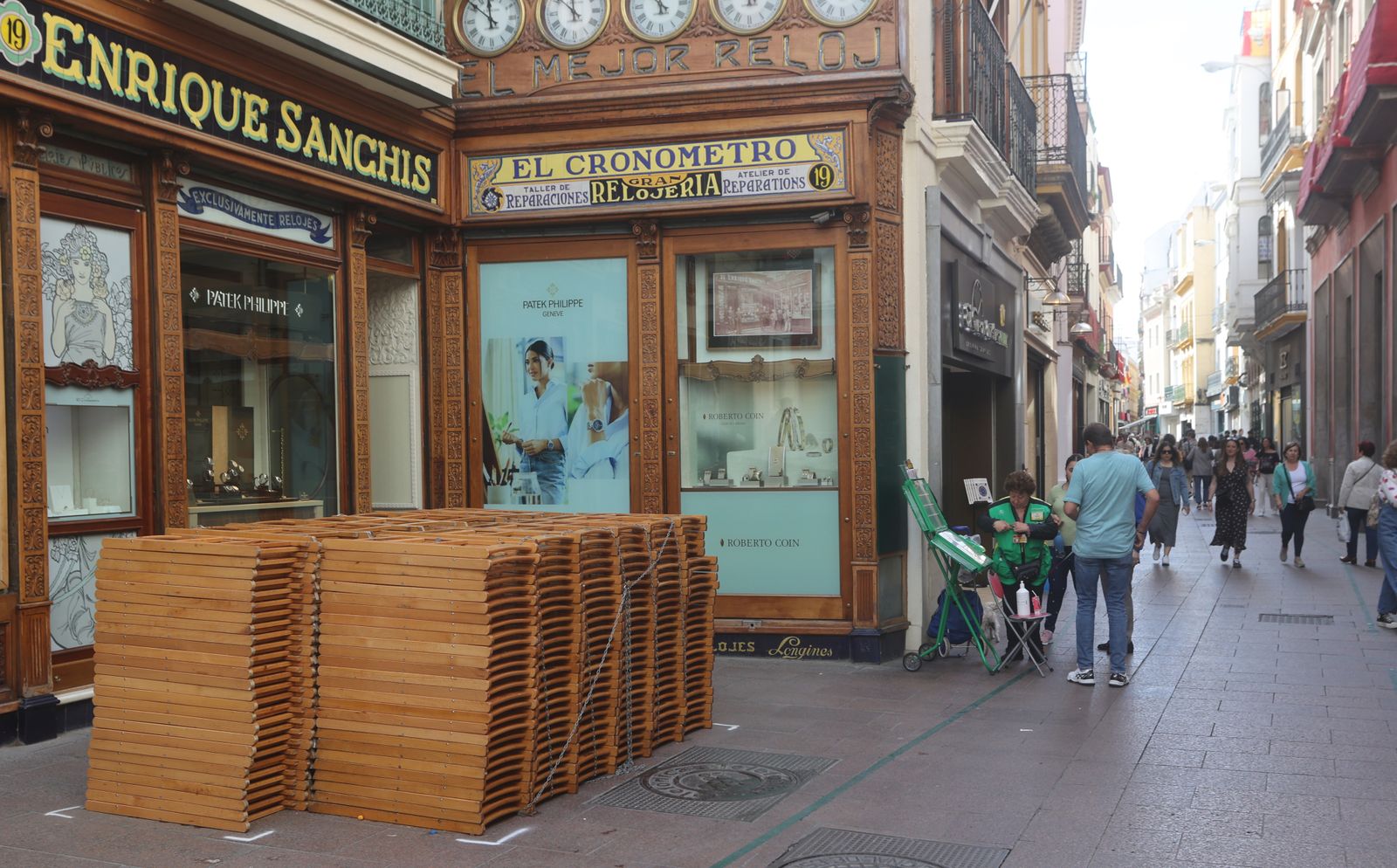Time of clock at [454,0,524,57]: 11:51
